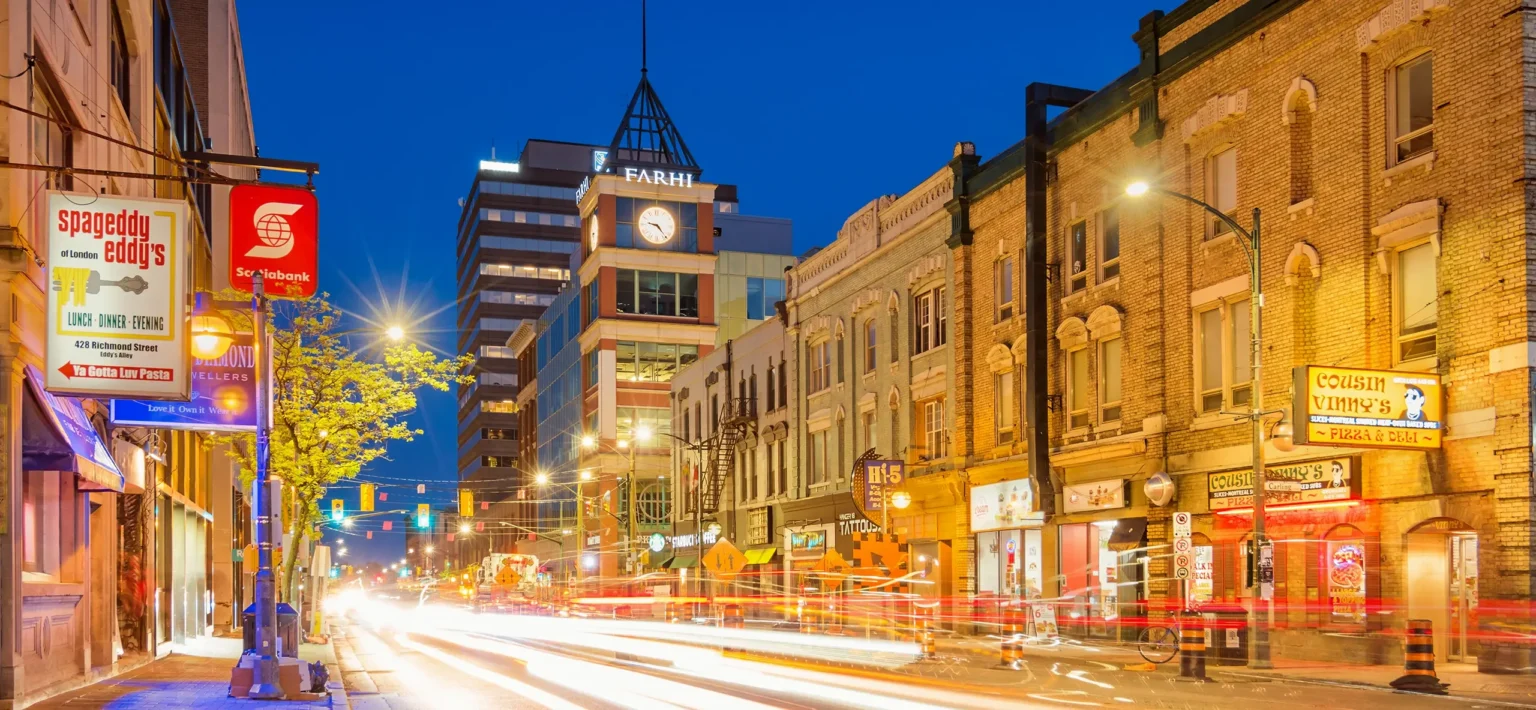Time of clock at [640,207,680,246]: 9:23
